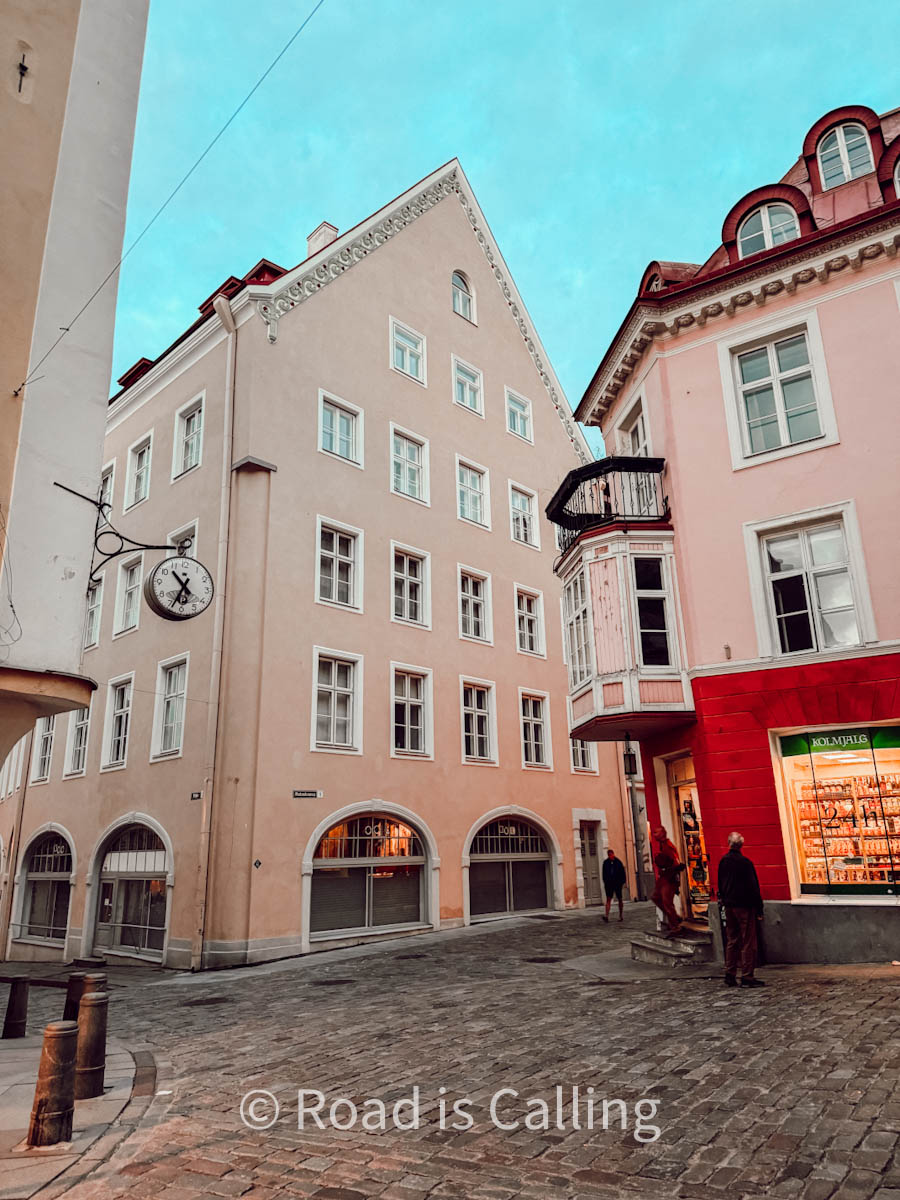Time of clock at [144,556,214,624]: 10:34
